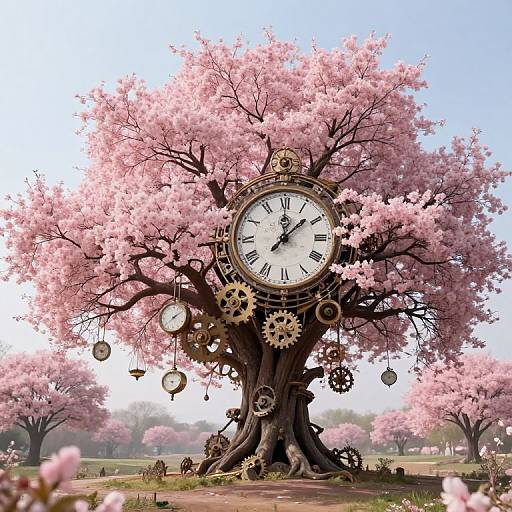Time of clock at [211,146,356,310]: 12:07
